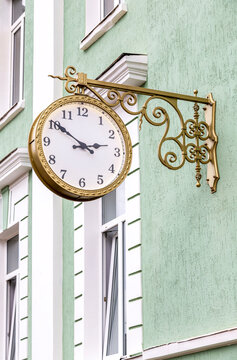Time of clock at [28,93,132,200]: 2:50
